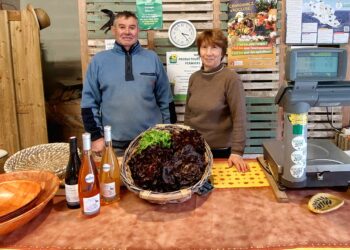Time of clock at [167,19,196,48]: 3:23
